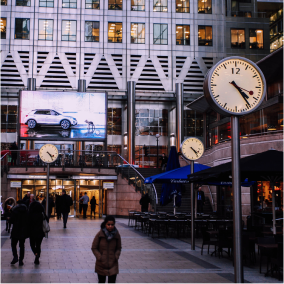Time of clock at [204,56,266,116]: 4:23
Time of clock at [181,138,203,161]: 4:23
